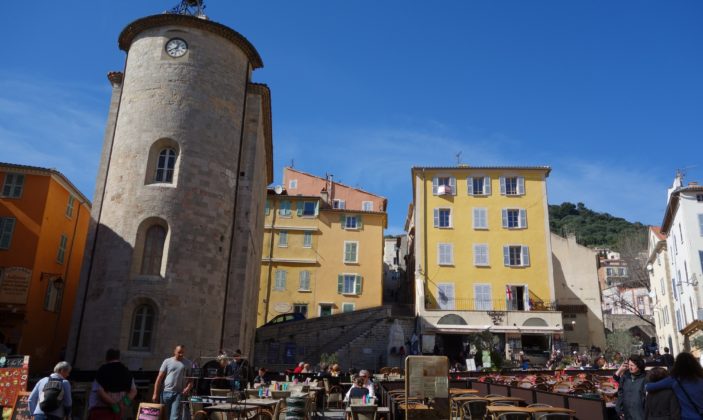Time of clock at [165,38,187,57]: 12:40
